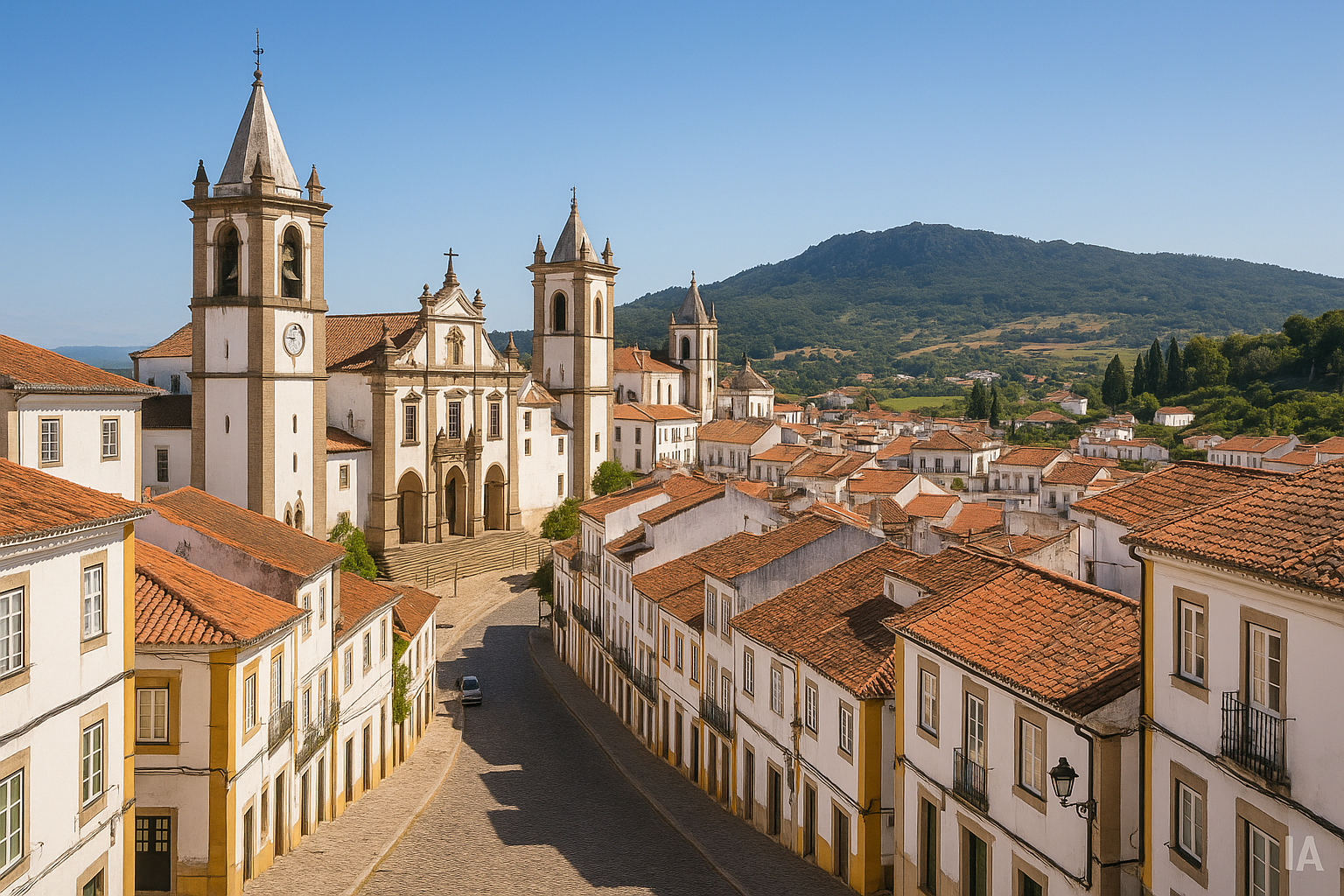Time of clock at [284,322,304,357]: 8:45
